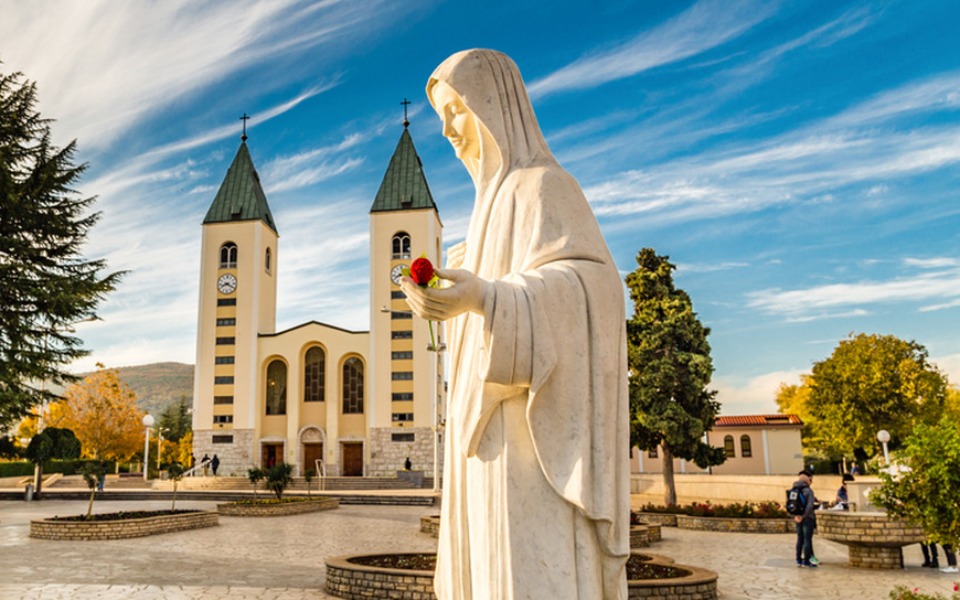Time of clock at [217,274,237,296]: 8:20
